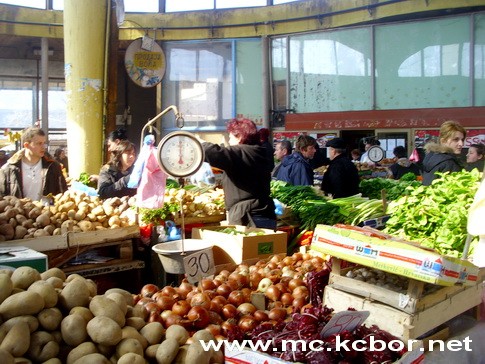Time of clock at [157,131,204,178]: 5:59
